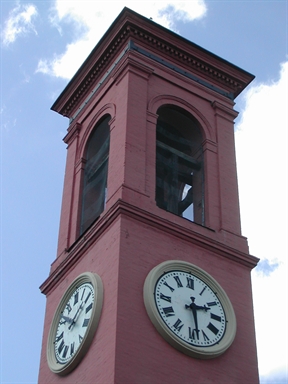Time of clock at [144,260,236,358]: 2:28
